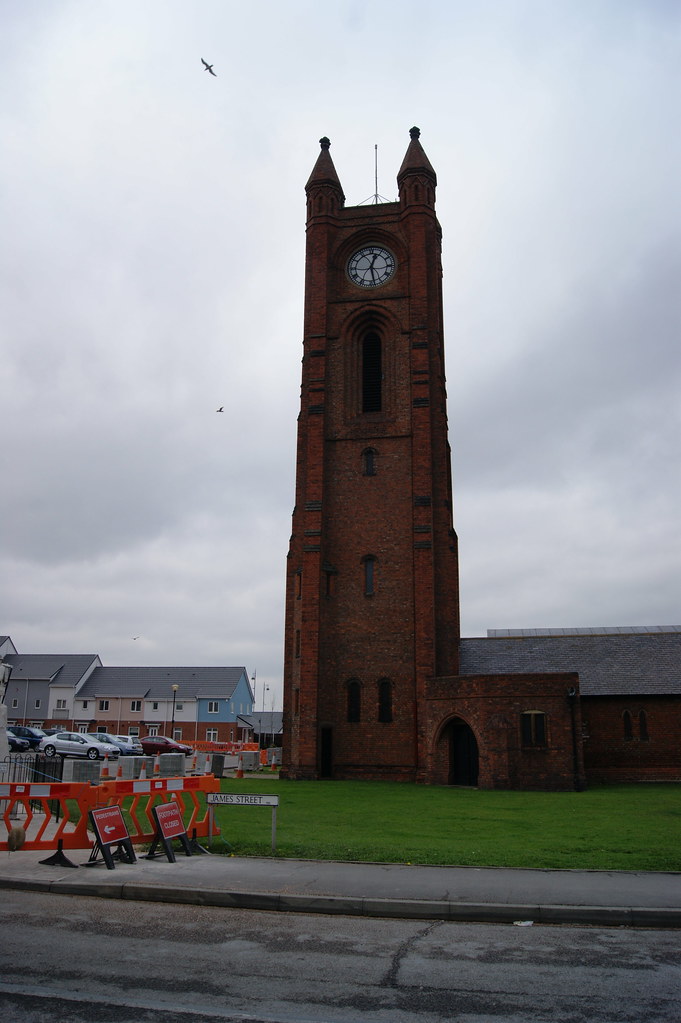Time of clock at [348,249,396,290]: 12:28
